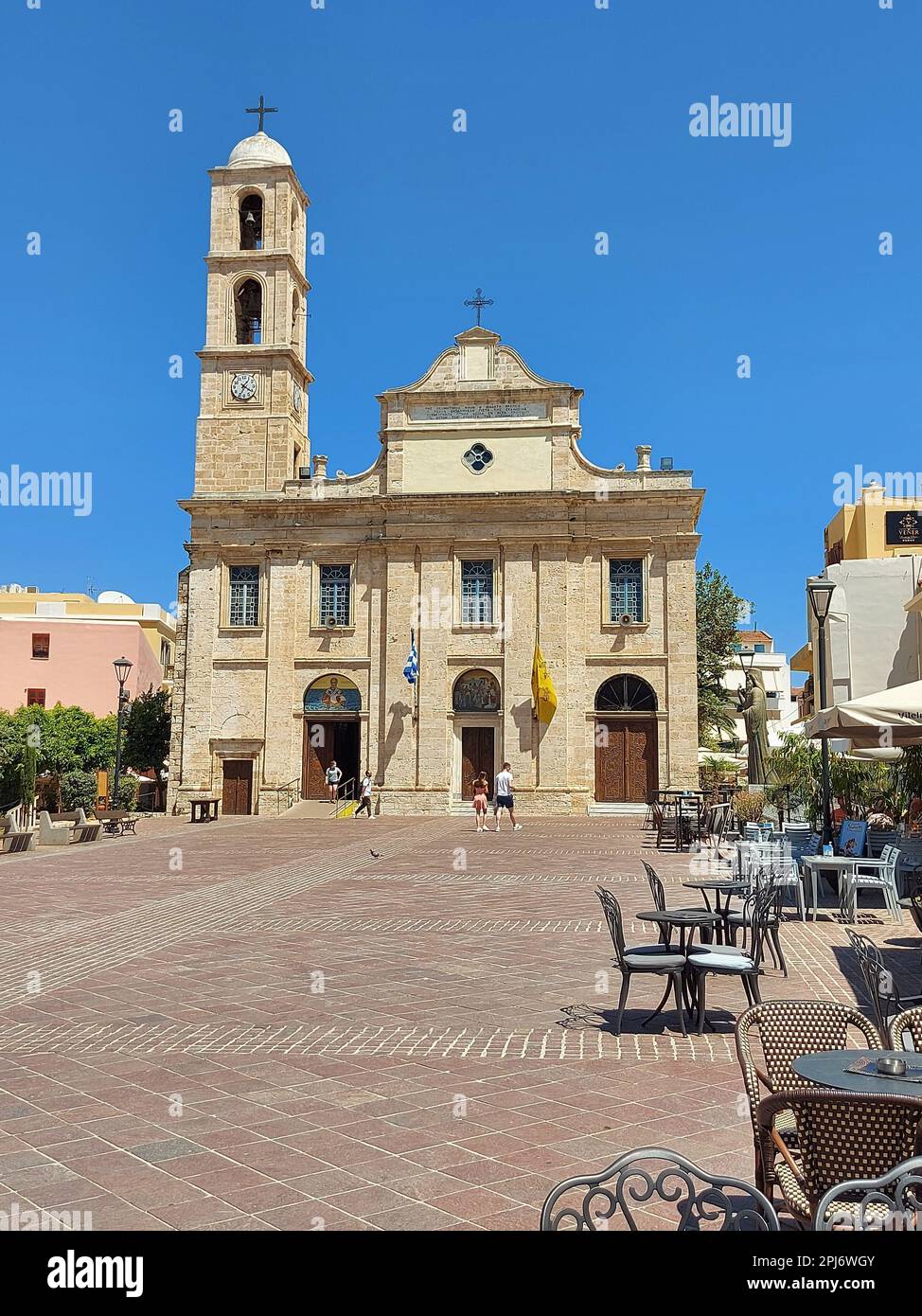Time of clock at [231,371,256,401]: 1:20
